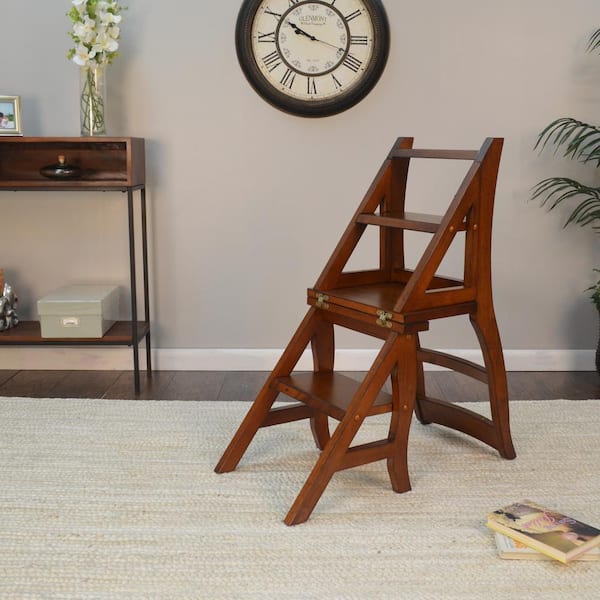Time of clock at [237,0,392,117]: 9:50
